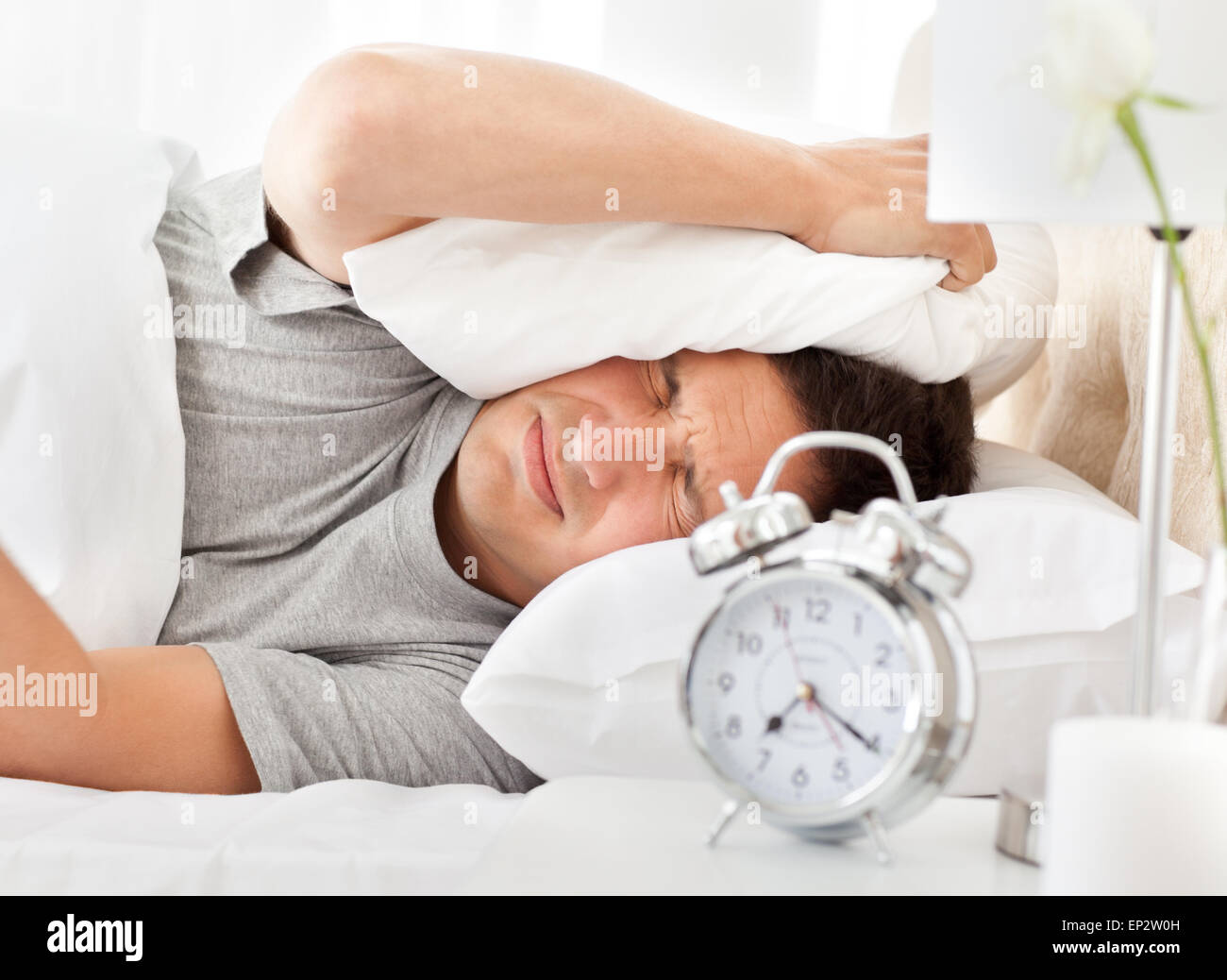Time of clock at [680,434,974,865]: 7:20
